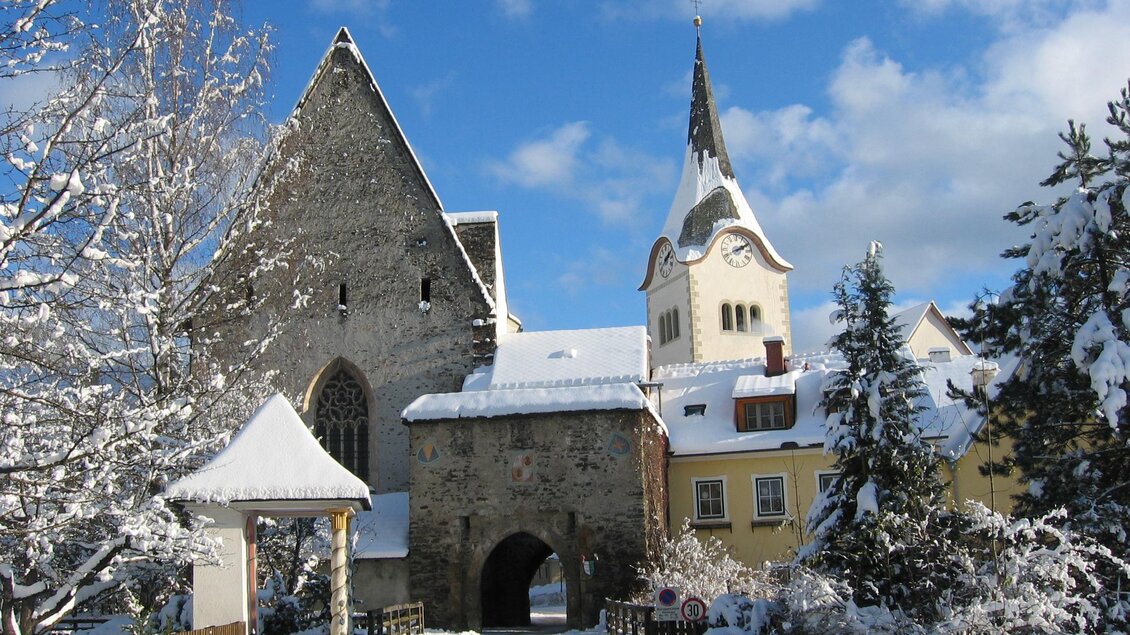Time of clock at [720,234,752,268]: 2:09
